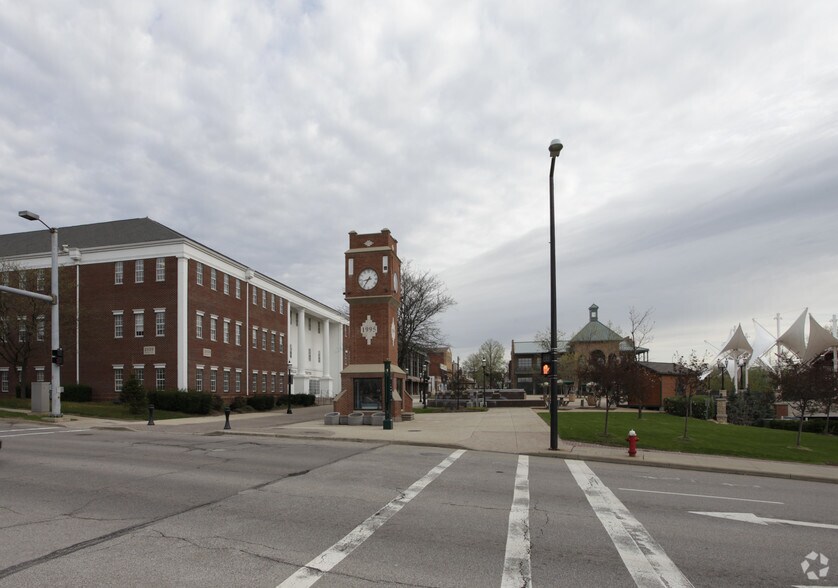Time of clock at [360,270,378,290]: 8:36
